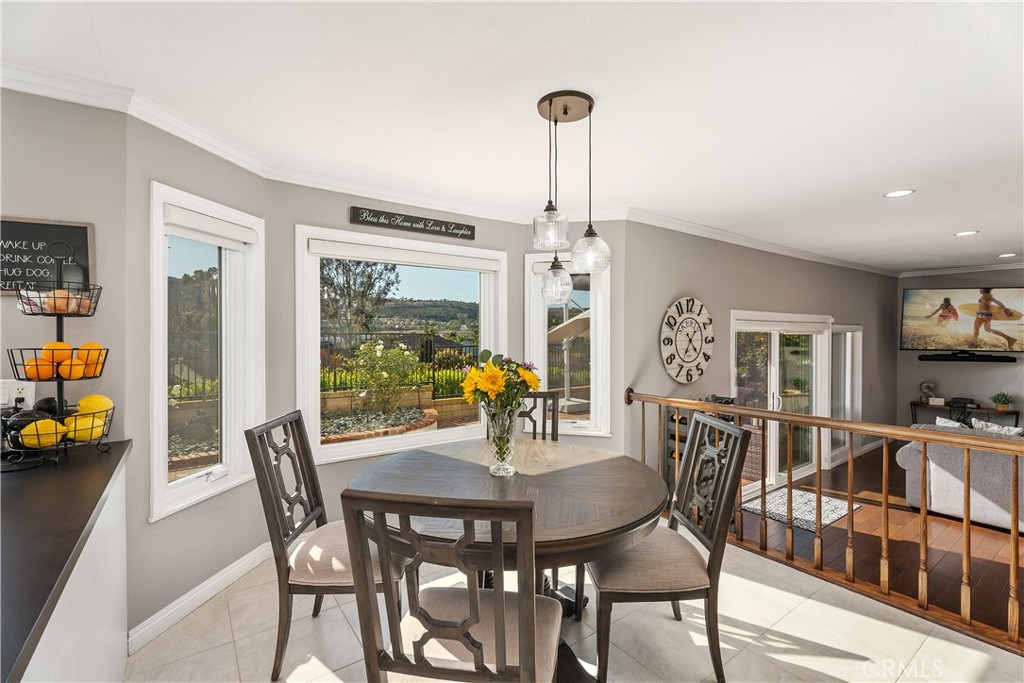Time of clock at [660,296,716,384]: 4:35
